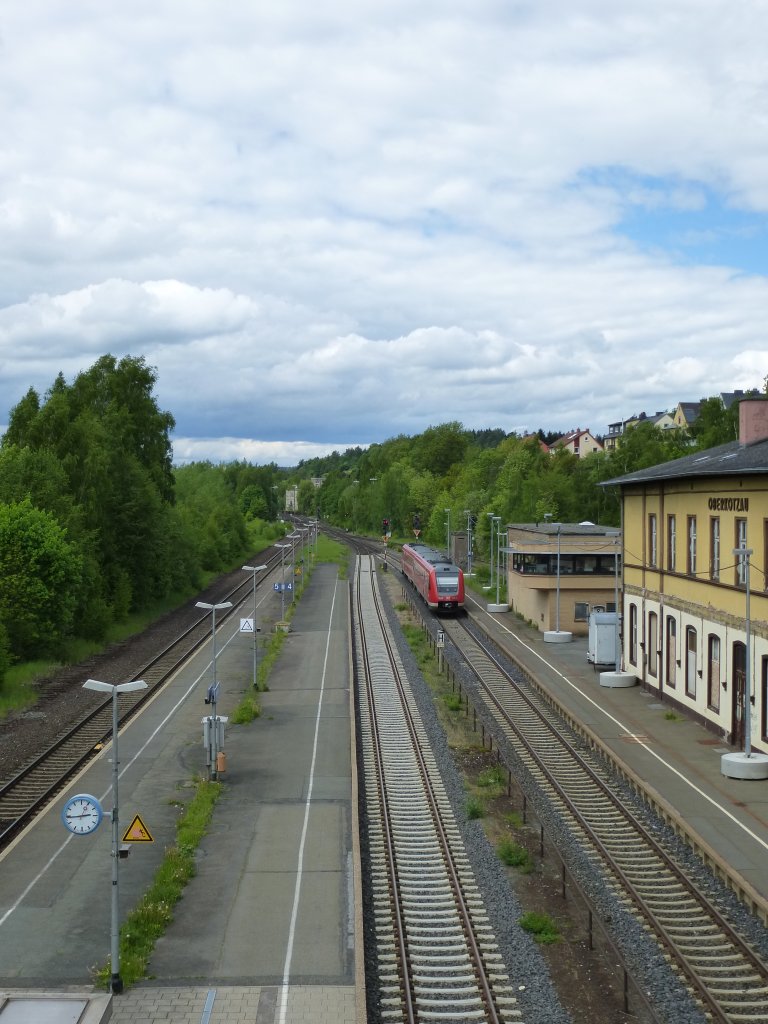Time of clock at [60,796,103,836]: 2:44
